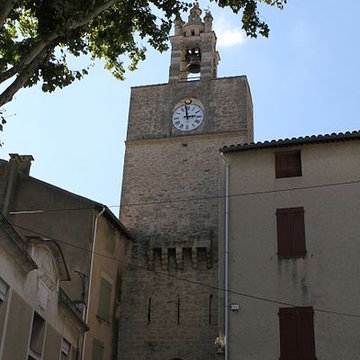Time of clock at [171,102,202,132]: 2:58
